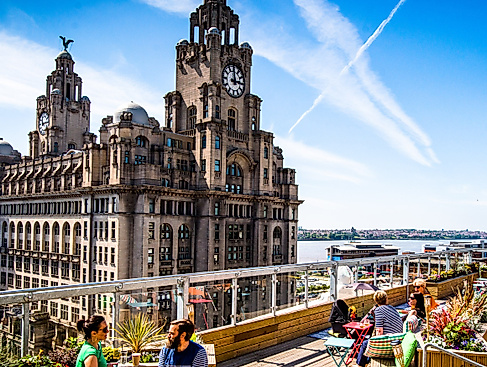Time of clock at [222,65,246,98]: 2:59
